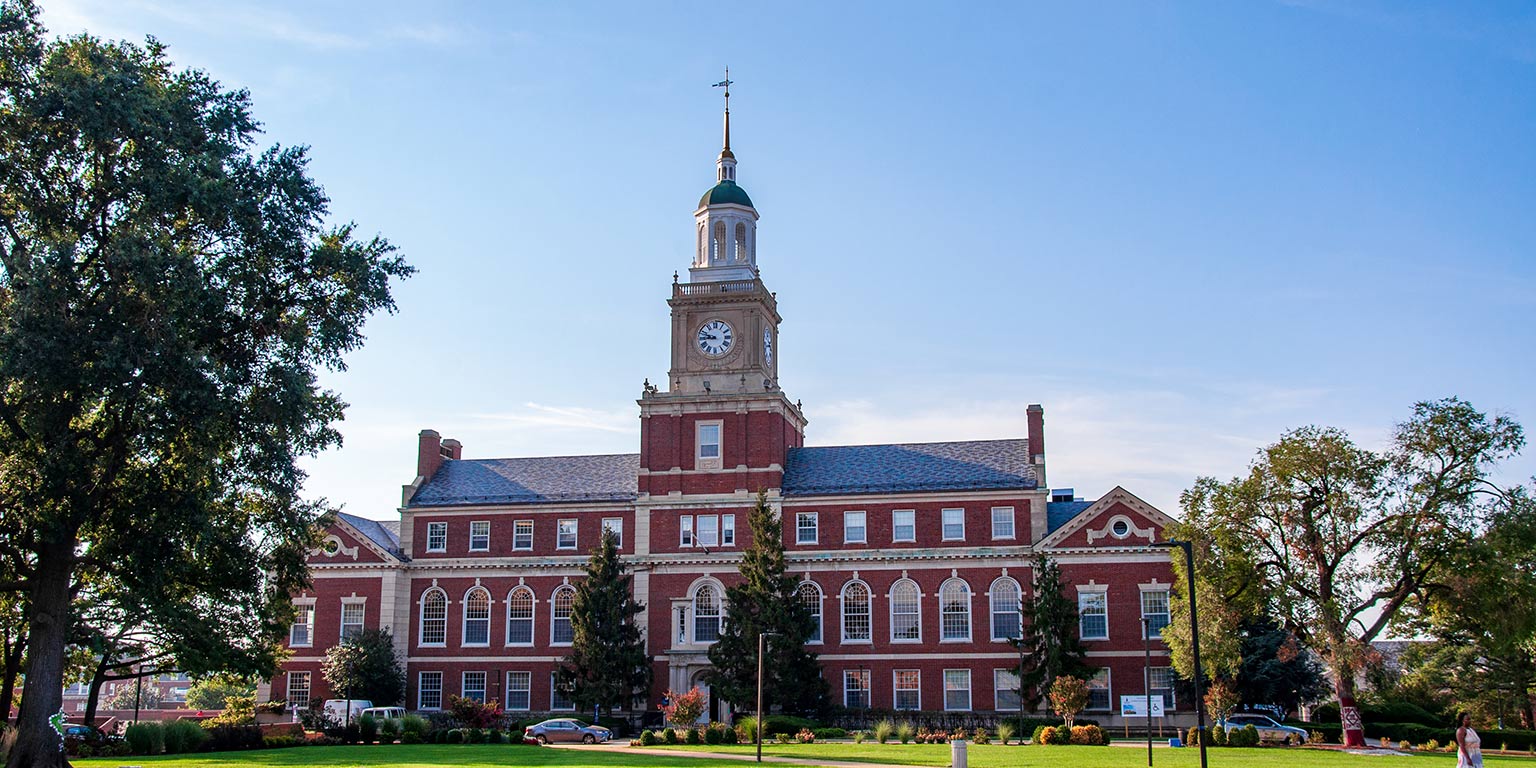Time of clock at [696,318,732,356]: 8:47
